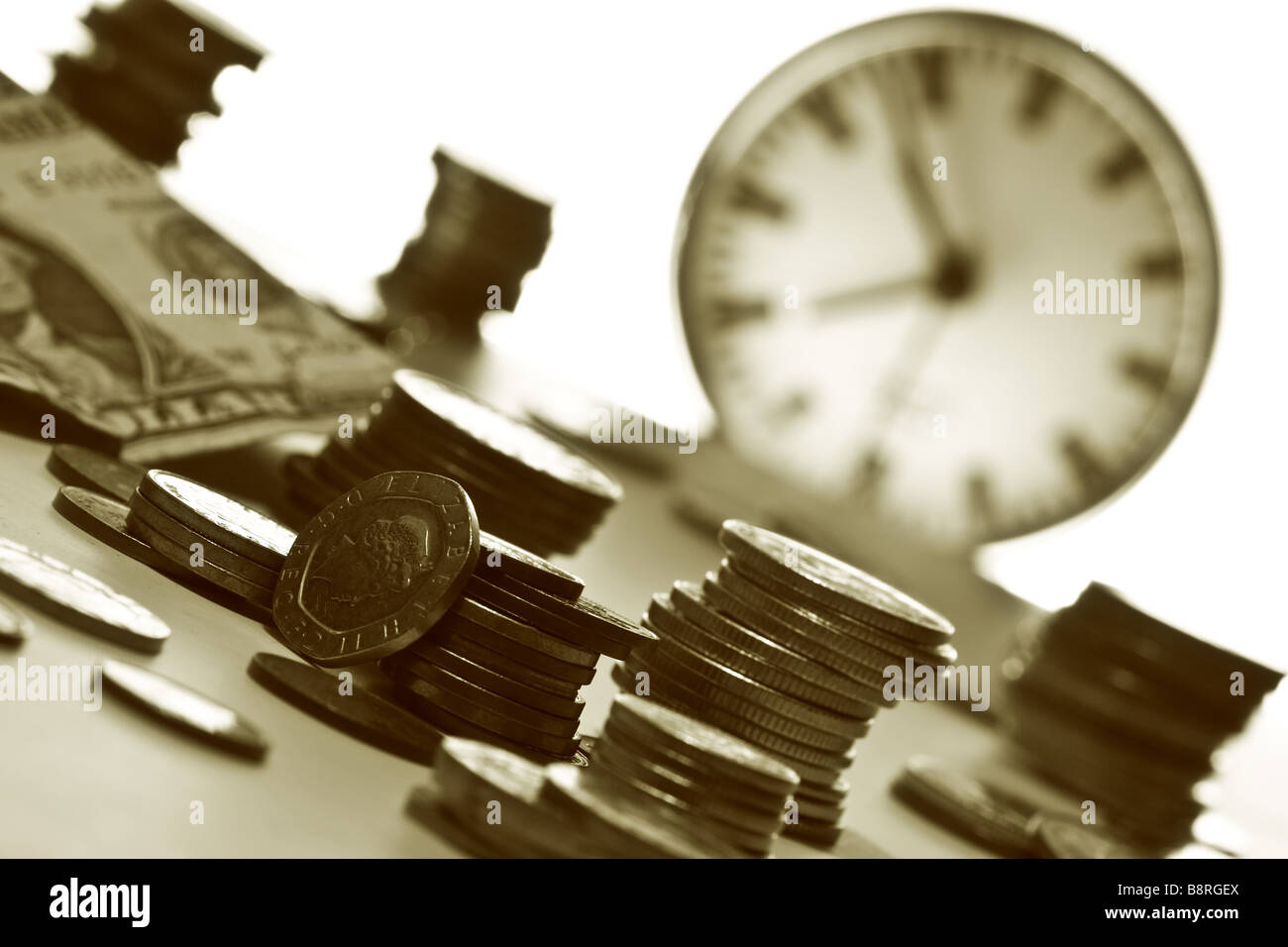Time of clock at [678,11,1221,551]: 8:57
